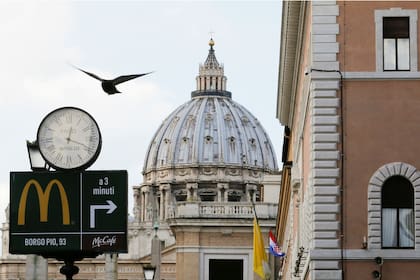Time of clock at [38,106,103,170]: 12:18
